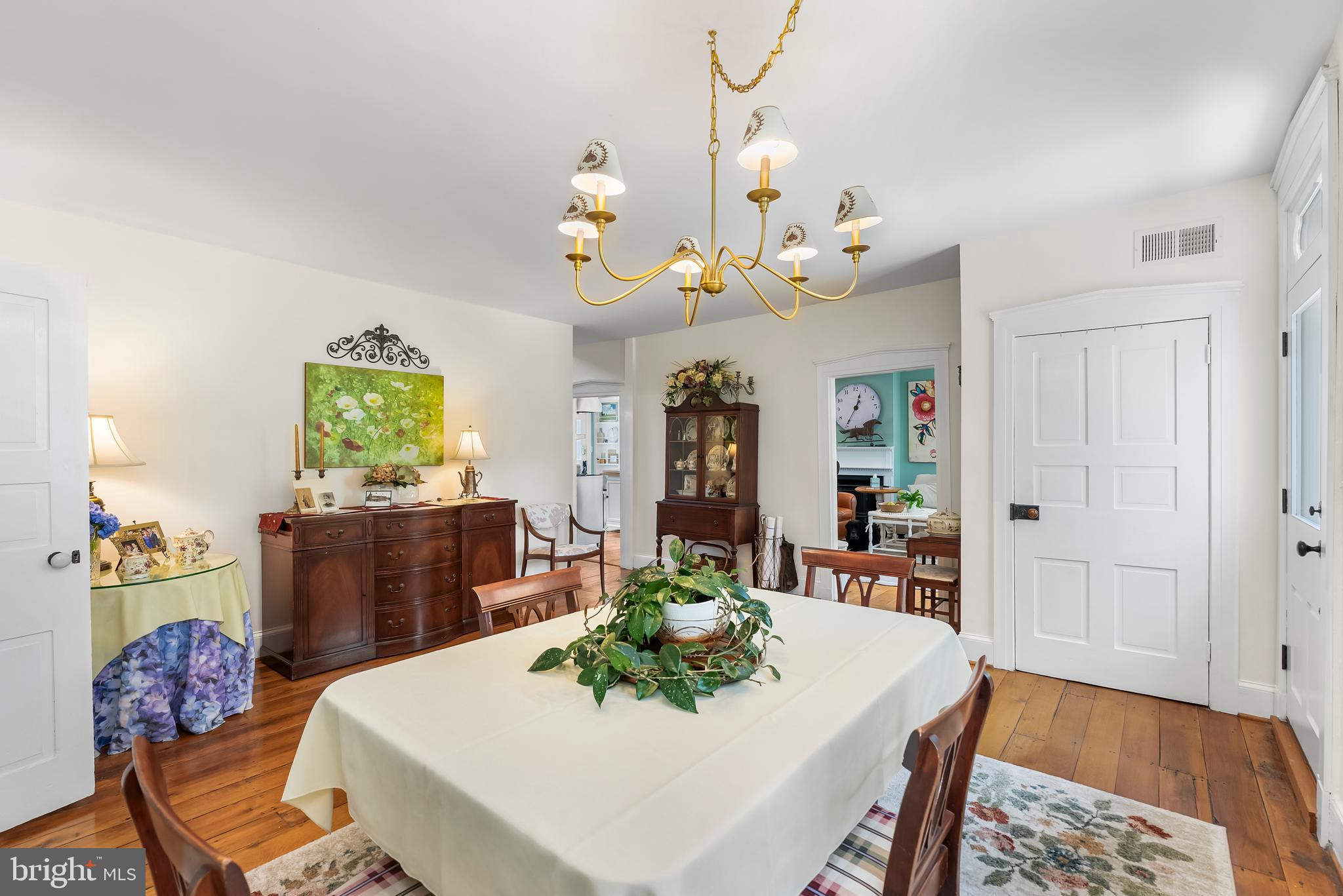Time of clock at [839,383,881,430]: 12:35
